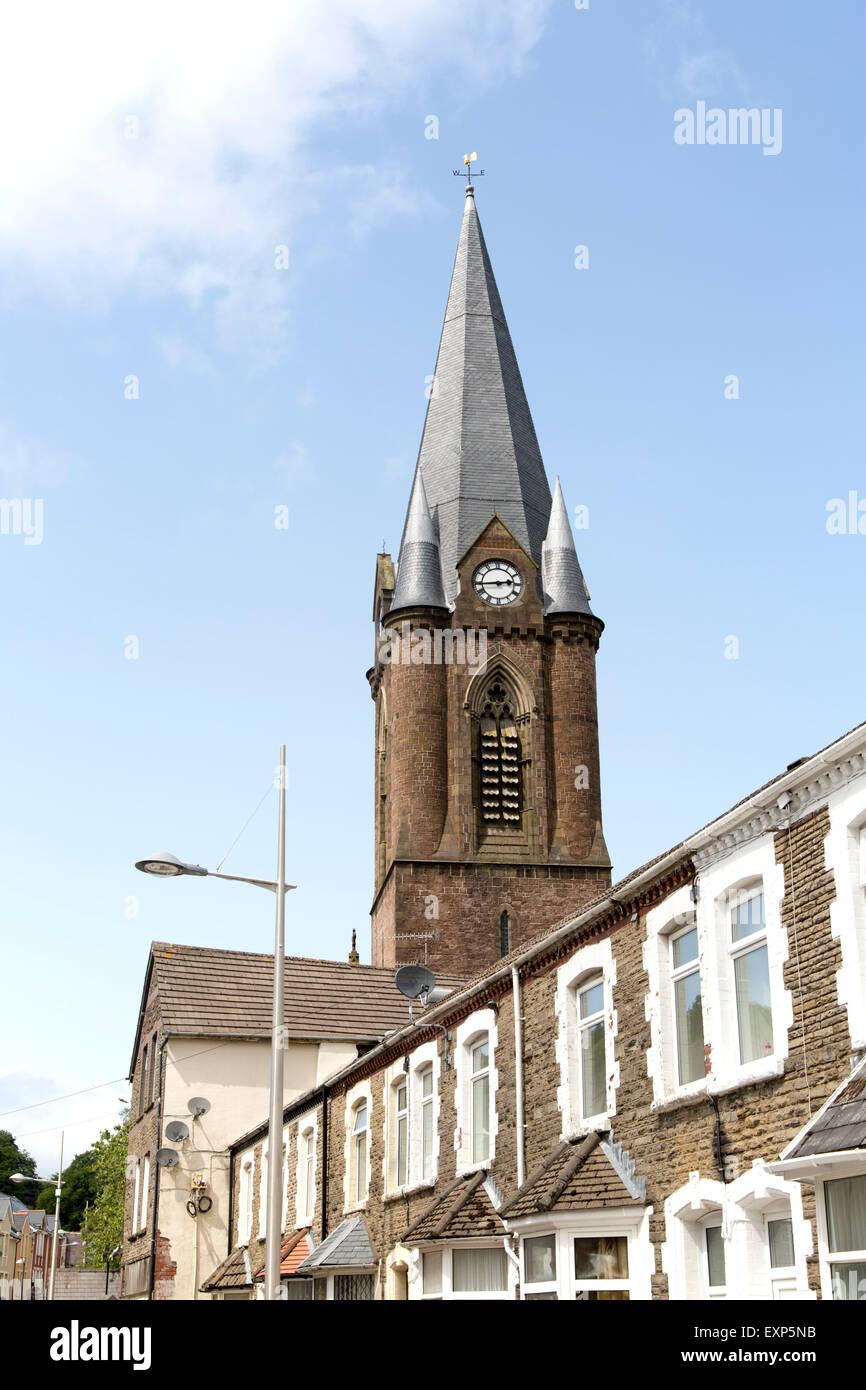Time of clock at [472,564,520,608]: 2:44
